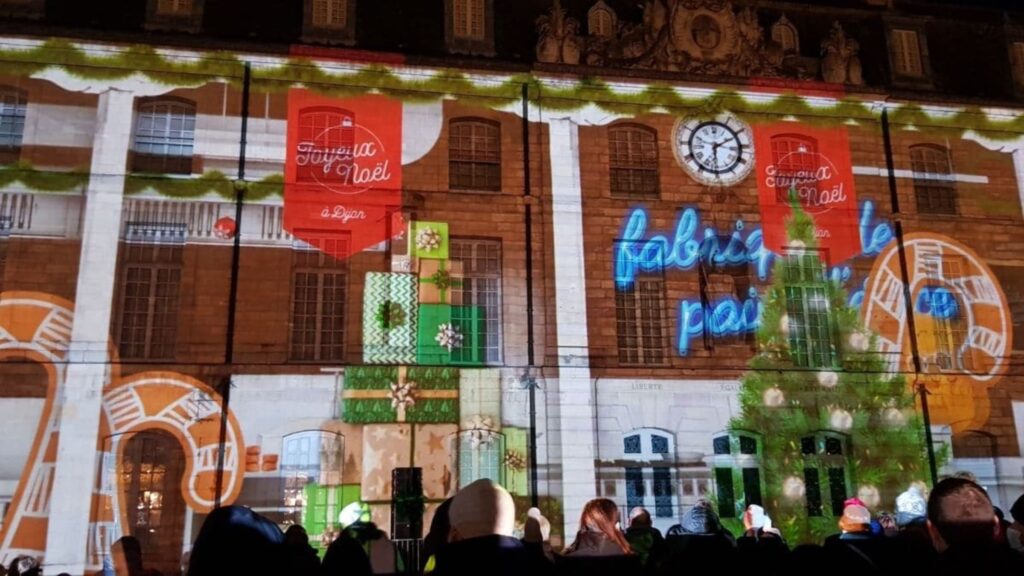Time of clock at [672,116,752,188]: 6:10
